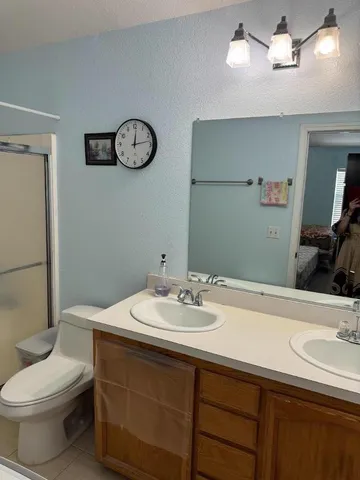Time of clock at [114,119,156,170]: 12:13
